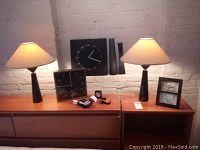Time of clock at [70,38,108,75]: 1:18
